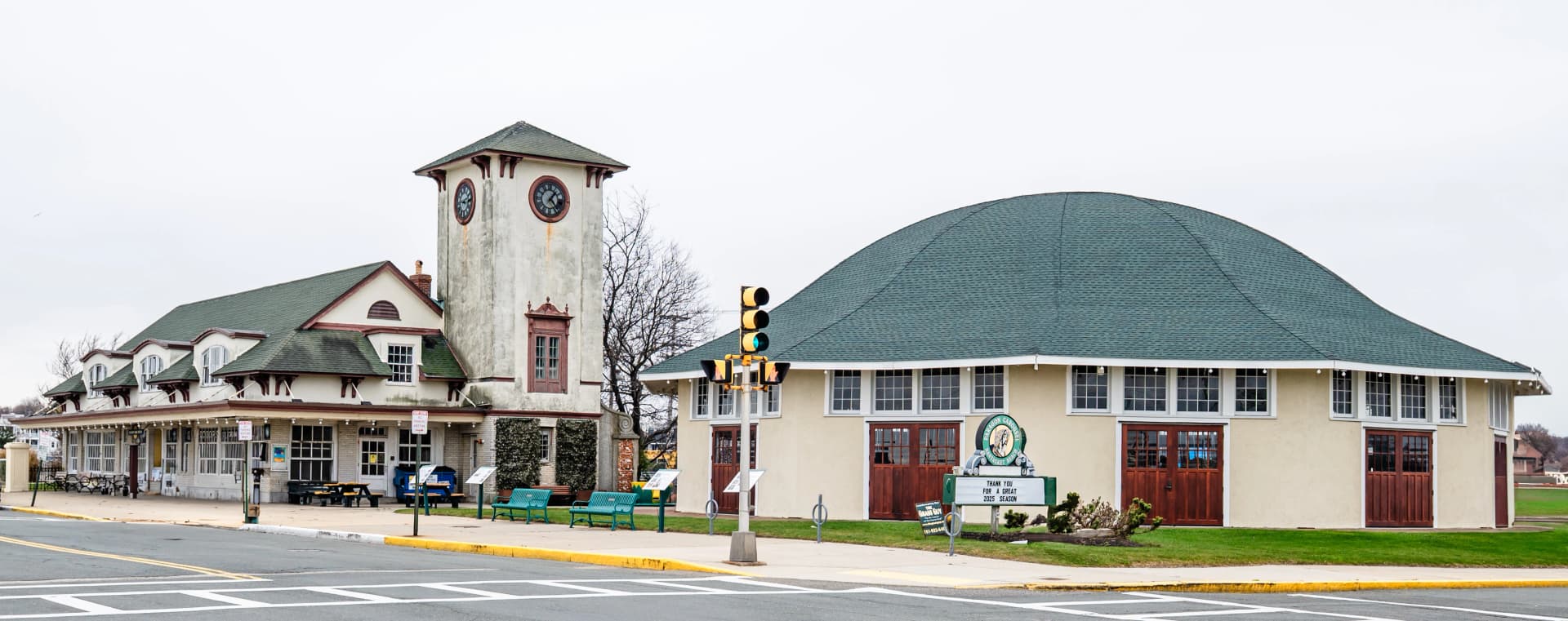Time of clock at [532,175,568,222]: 1:23
